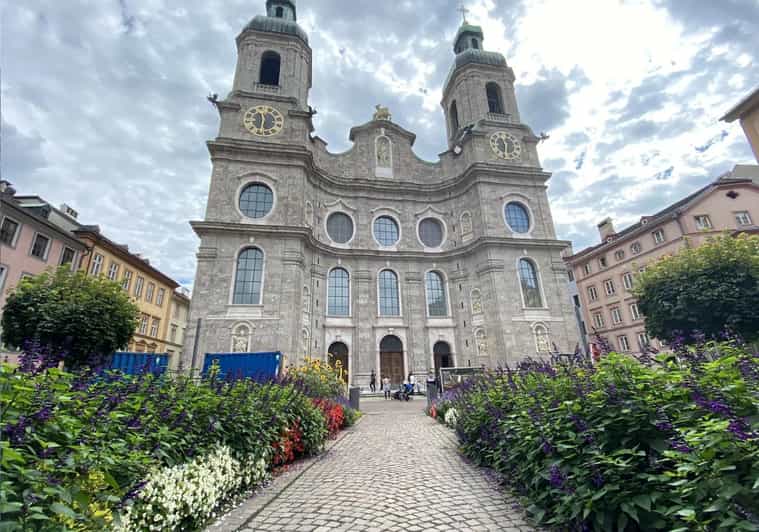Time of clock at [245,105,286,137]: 11:32
